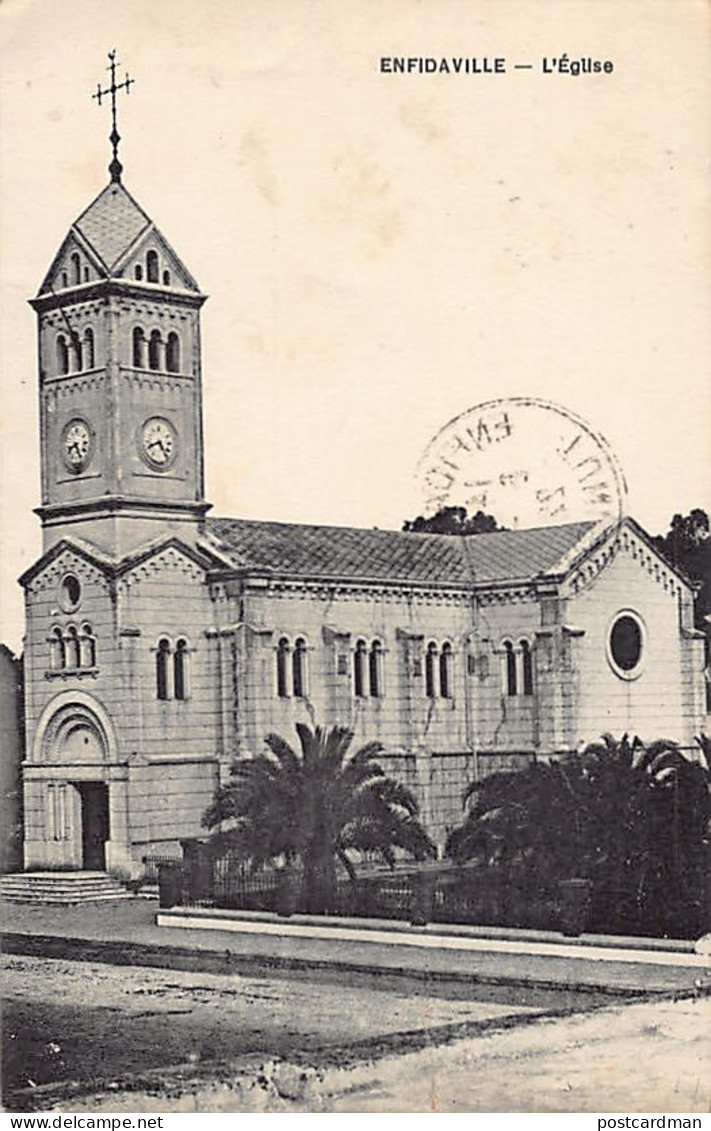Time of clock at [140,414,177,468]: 4:40
